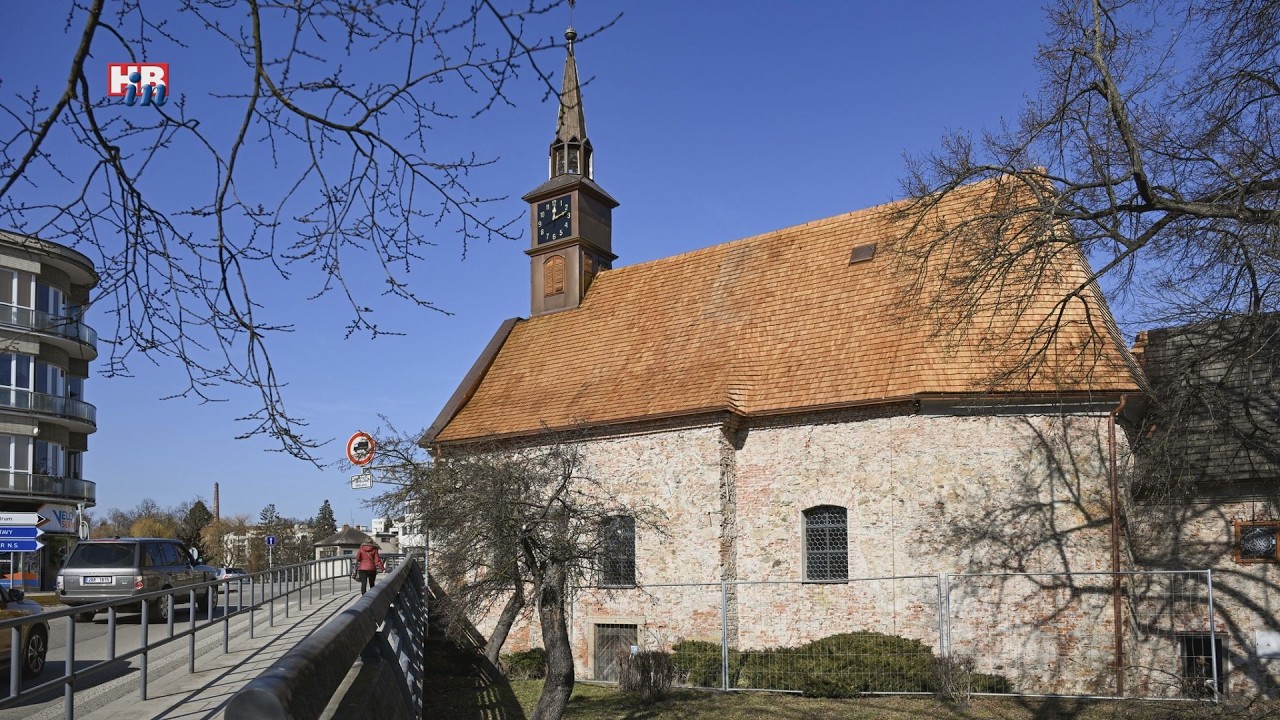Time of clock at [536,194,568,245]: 12:12
